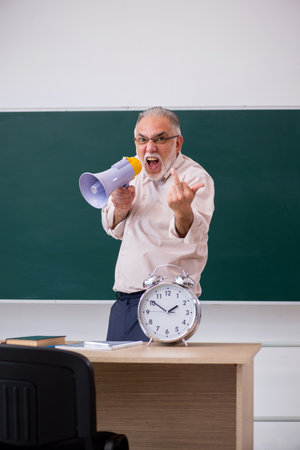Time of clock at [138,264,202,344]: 1:50
